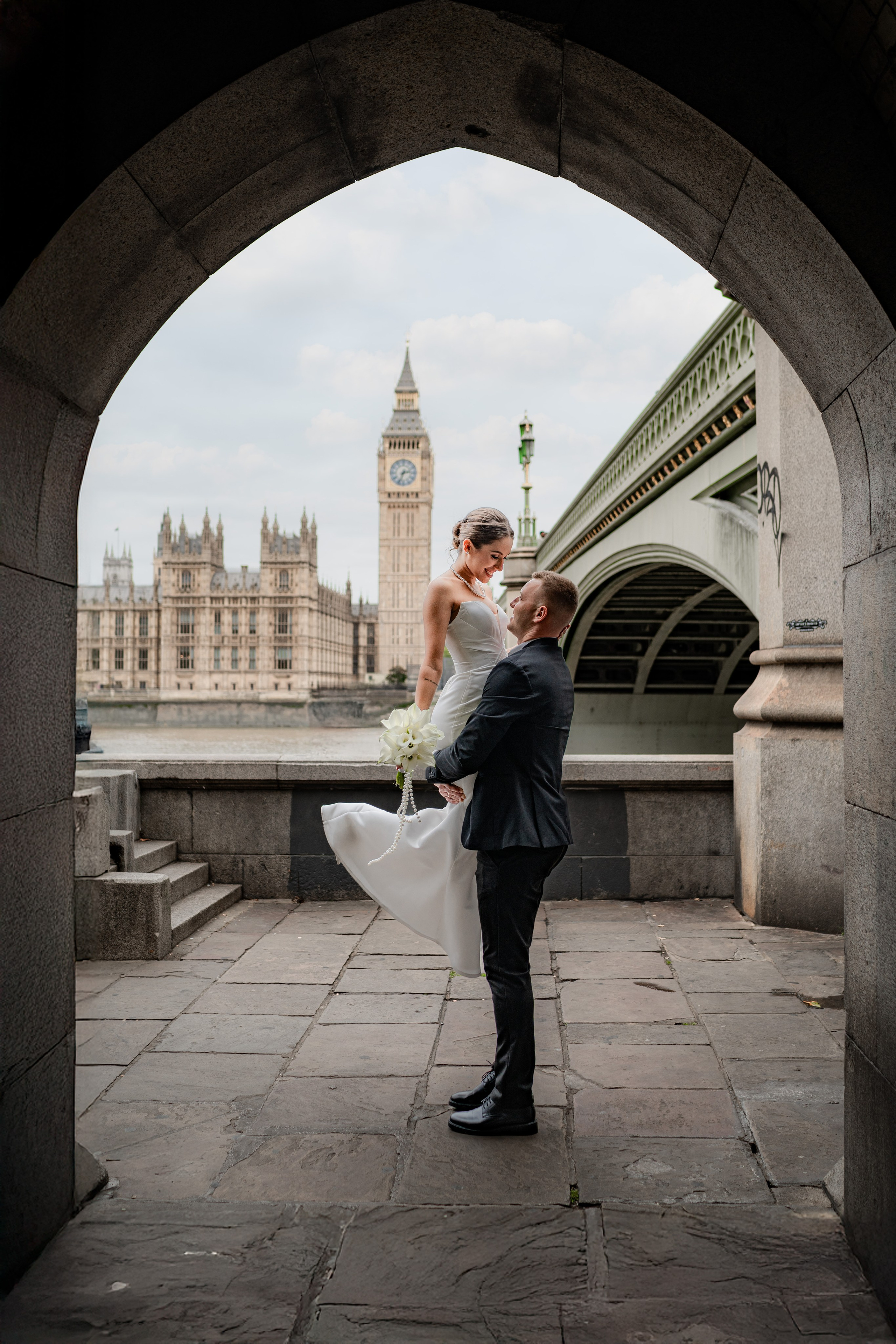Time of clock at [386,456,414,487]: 2:33
